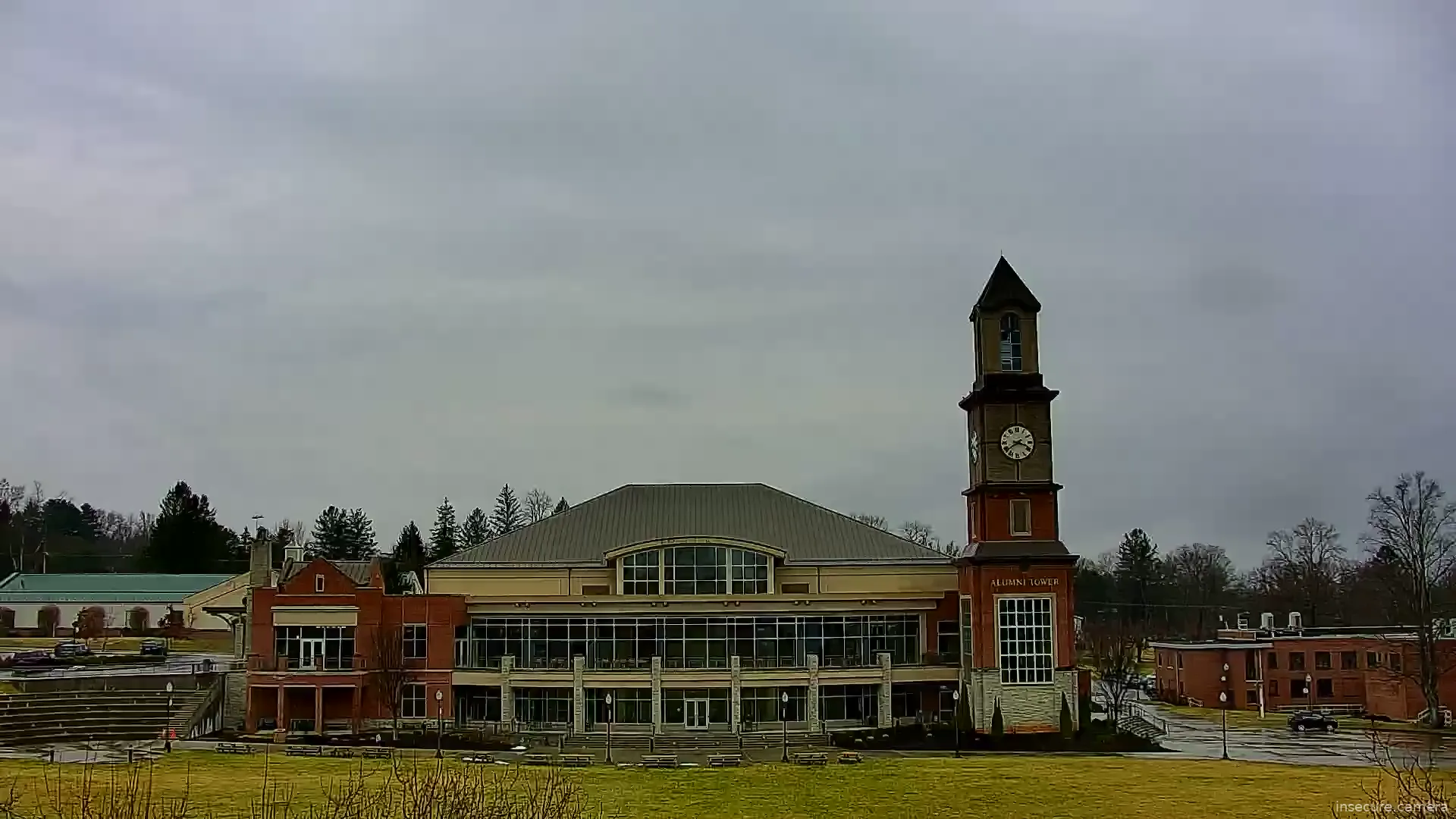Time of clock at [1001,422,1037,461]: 3:39
